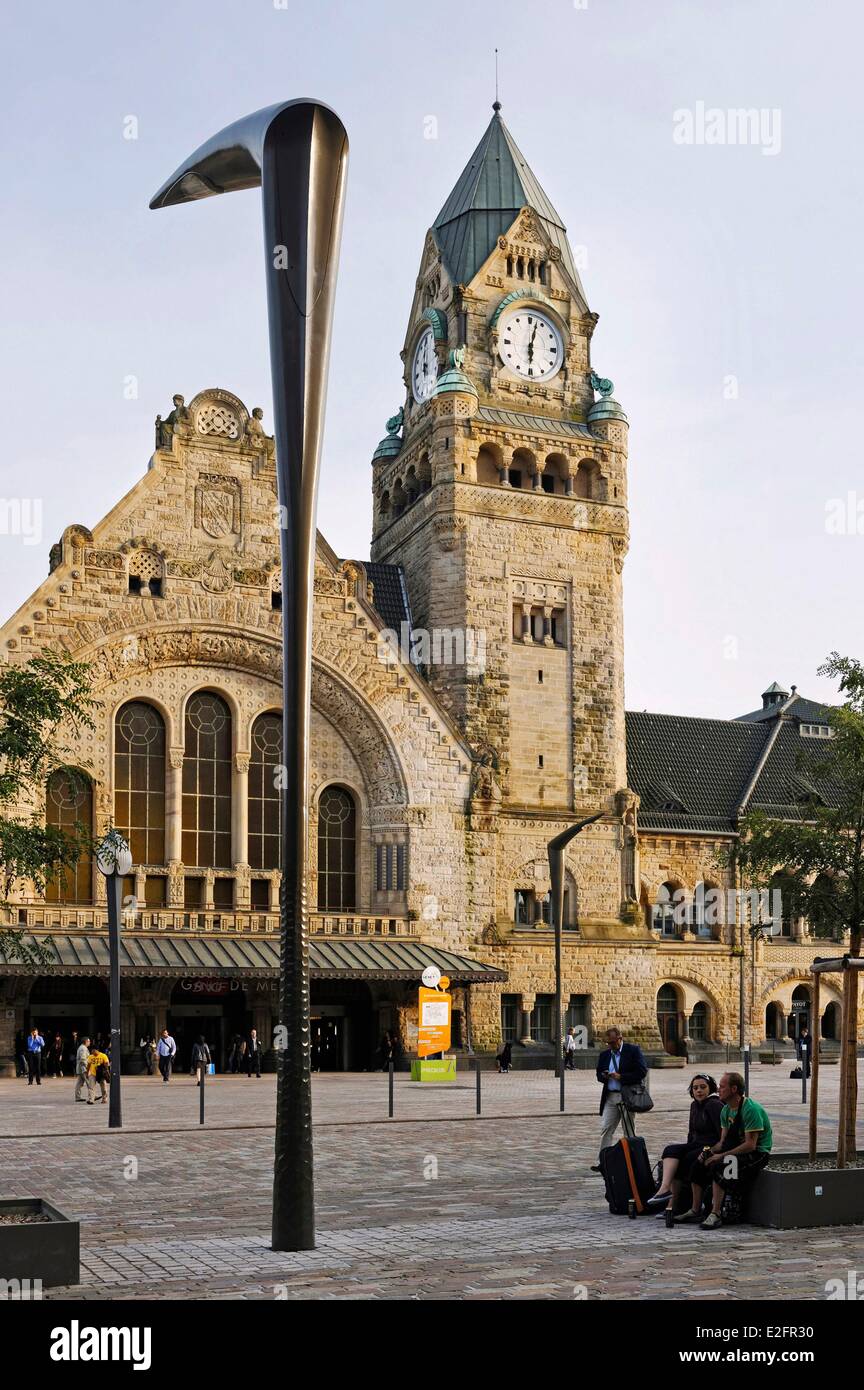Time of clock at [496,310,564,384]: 6:02
